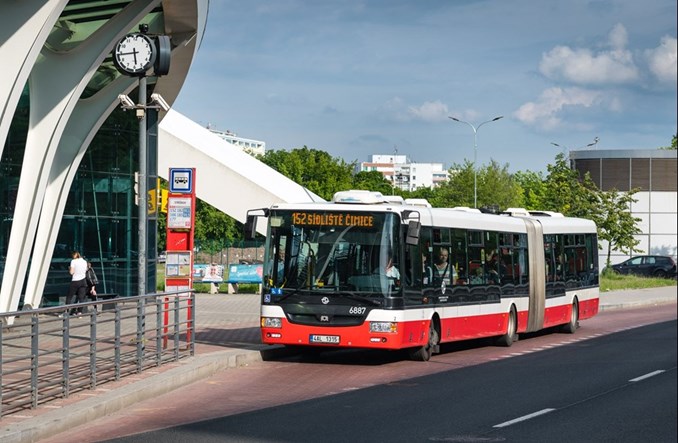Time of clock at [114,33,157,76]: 5:43
